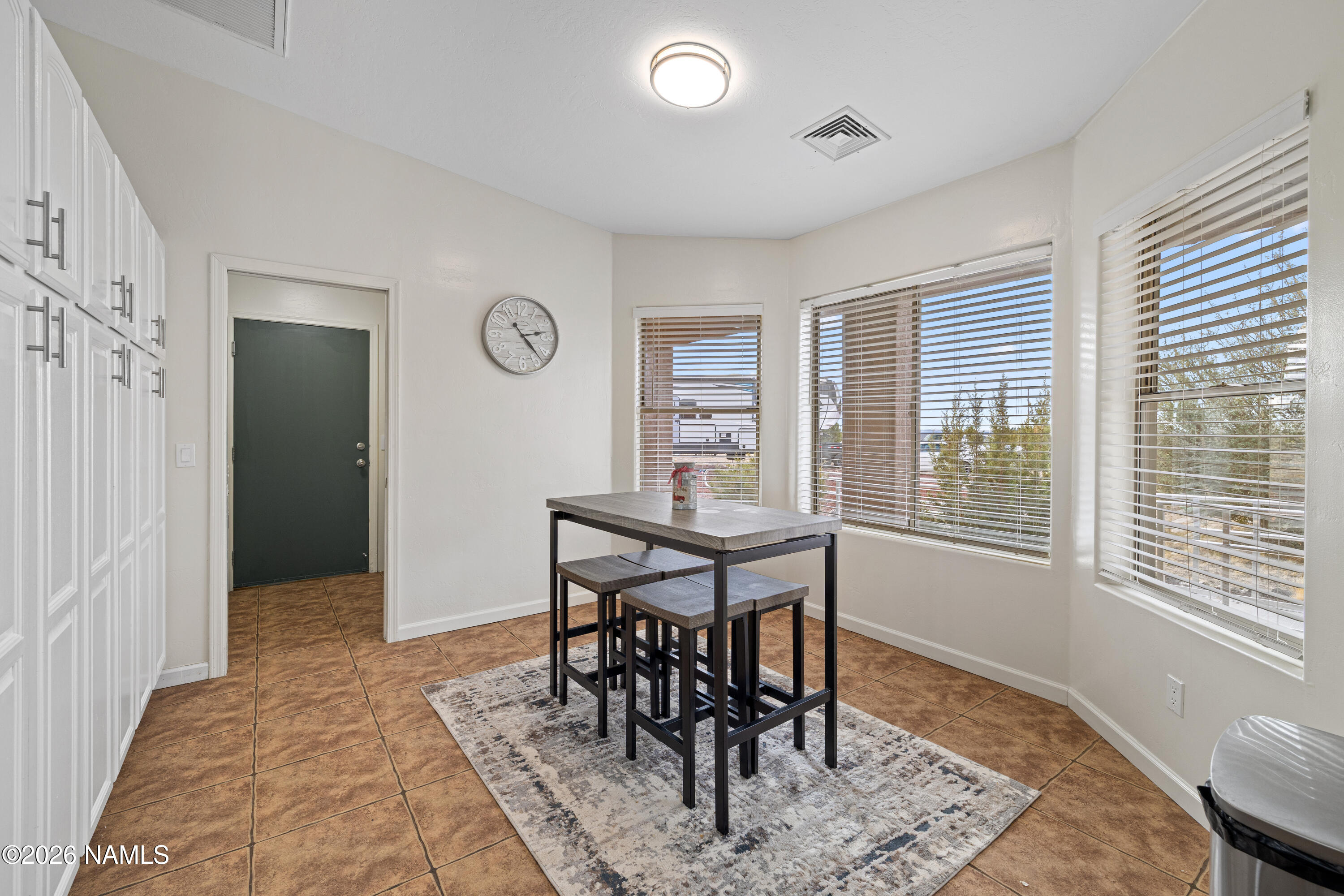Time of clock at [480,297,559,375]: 2:23
